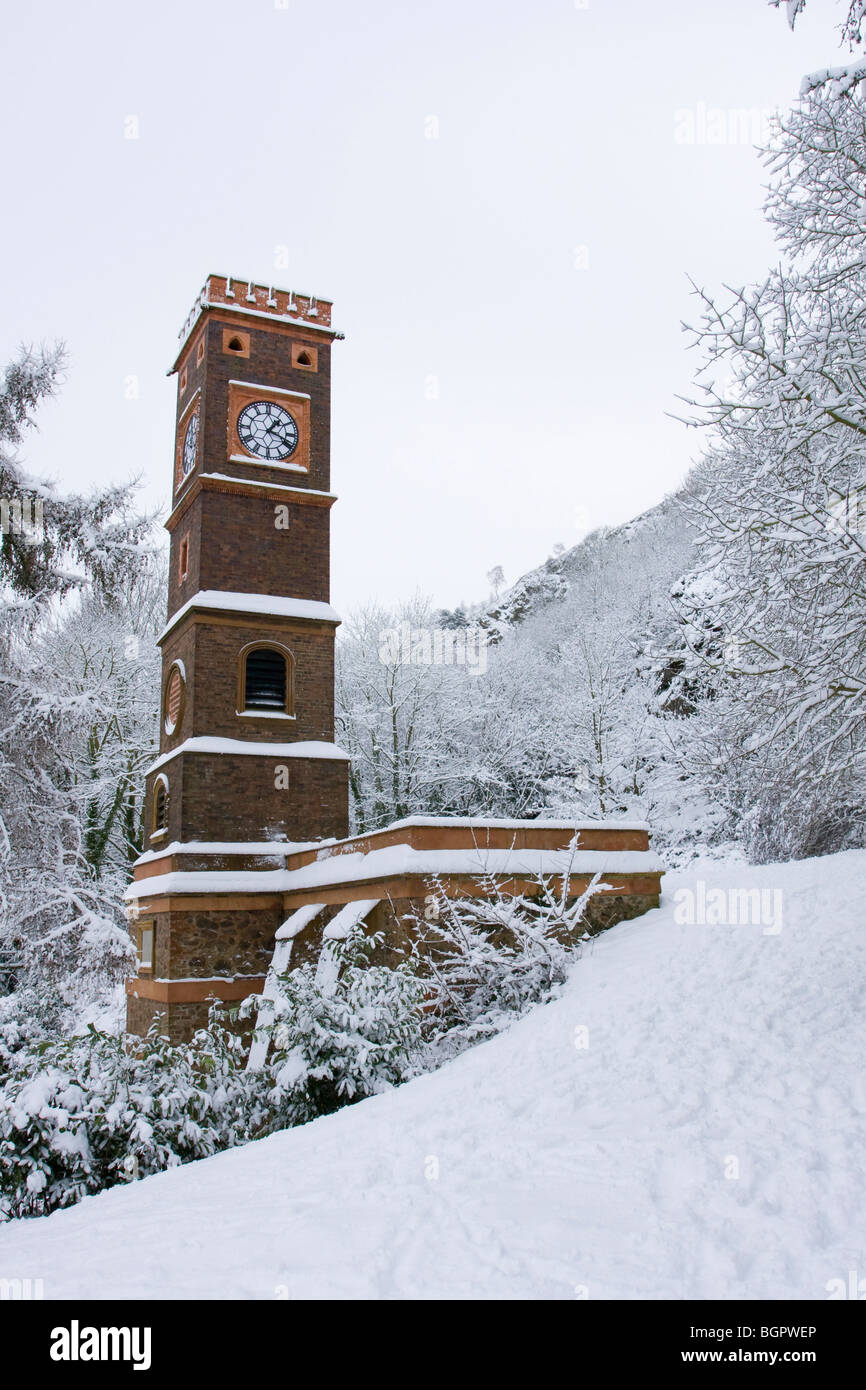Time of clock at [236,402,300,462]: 1:18
